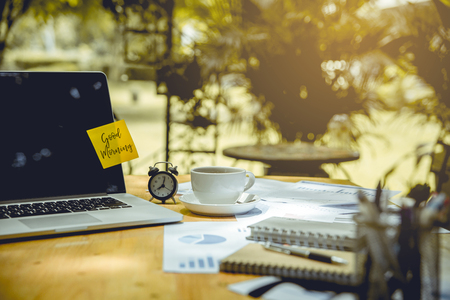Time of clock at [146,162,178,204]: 8:01
